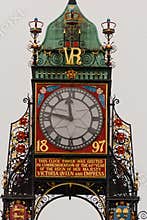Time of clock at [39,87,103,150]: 11:46
